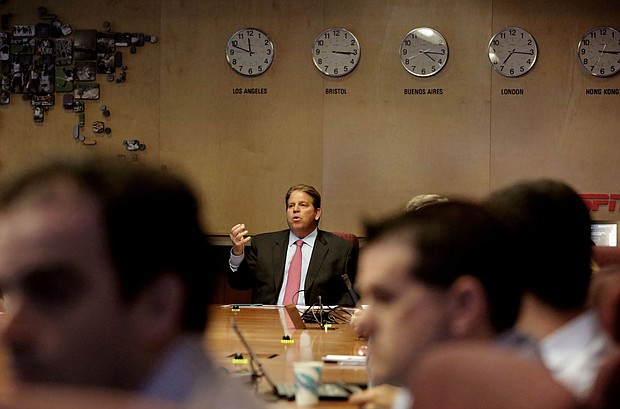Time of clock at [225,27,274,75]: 11:48
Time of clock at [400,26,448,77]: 4:15
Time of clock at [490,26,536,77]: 7:15
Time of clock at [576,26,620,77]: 3:15
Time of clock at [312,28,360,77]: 3:15
